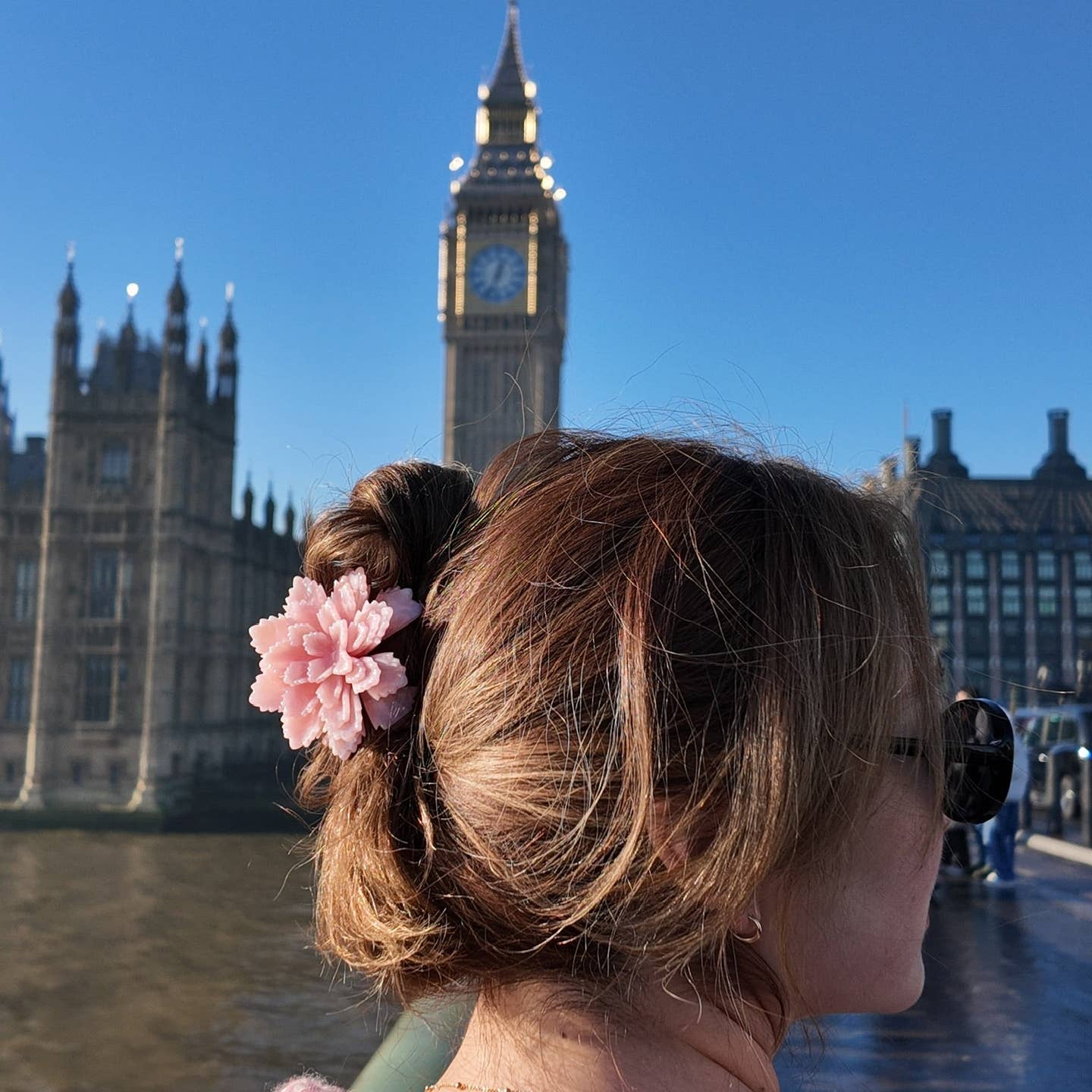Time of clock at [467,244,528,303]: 12:33
